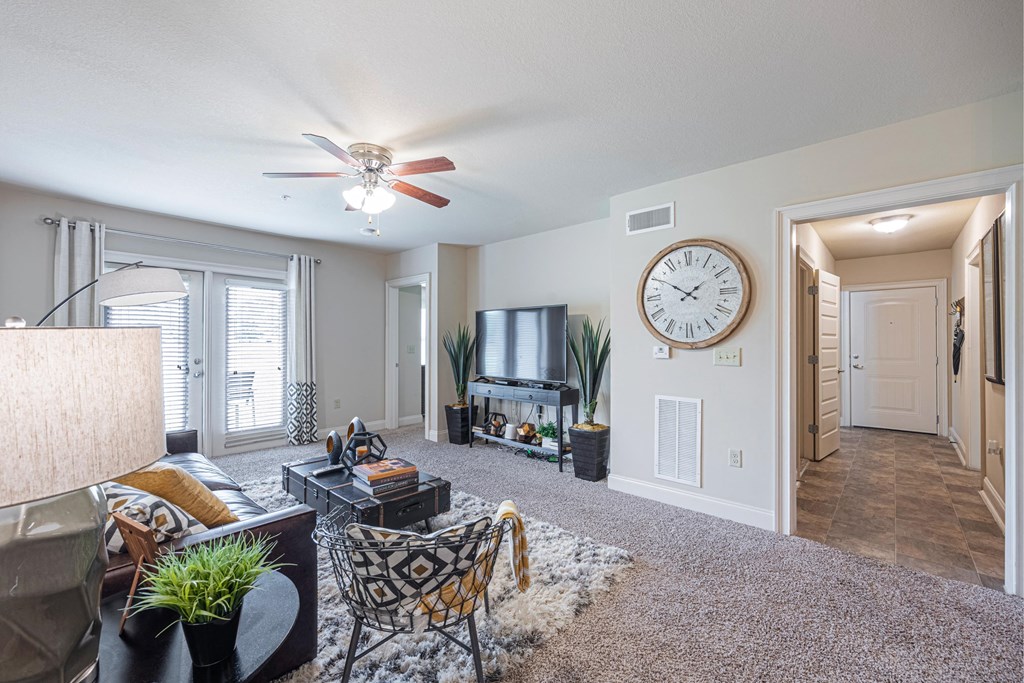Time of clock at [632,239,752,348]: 1:50
